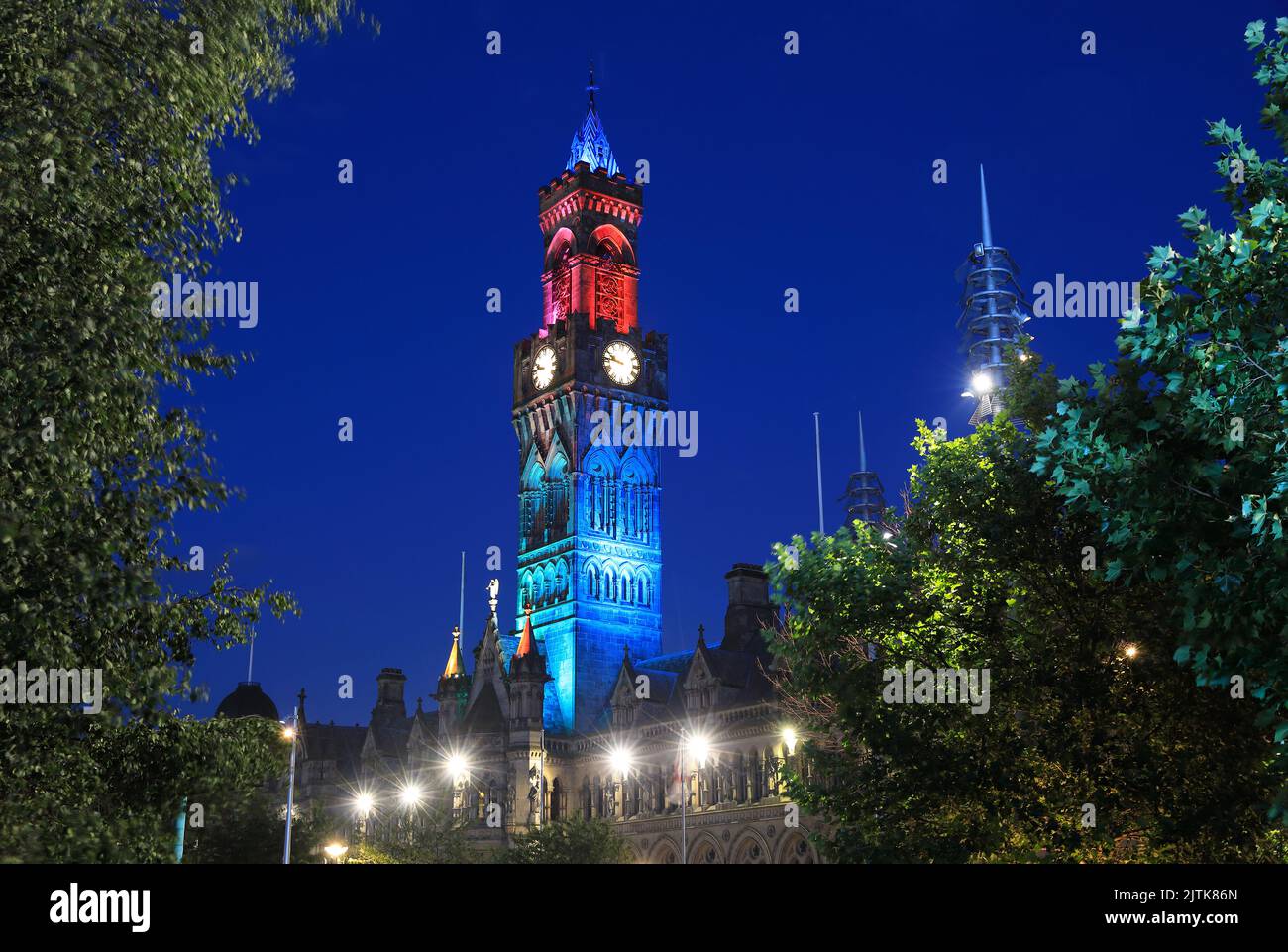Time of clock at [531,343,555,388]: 9:45
